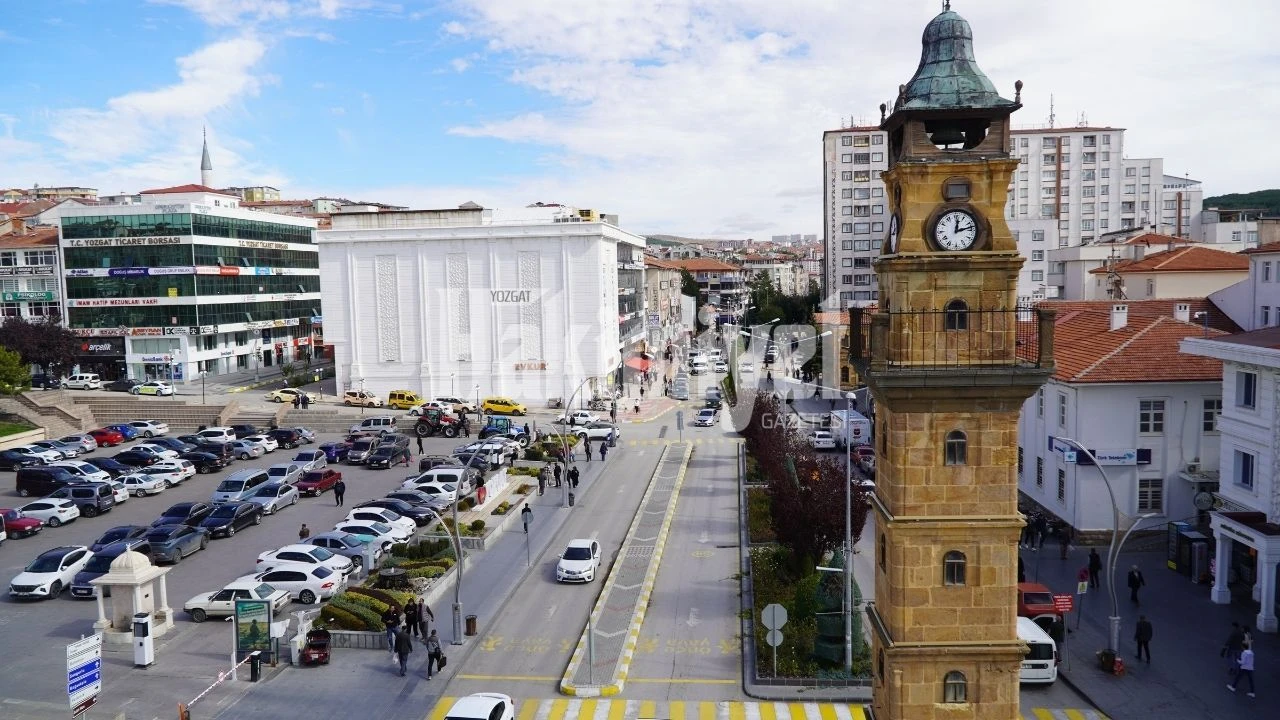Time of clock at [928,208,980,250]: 12:12
